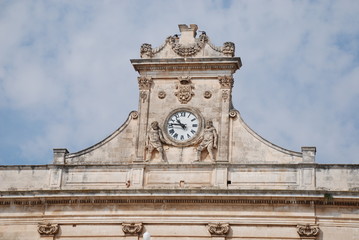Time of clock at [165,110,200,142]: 10:46
